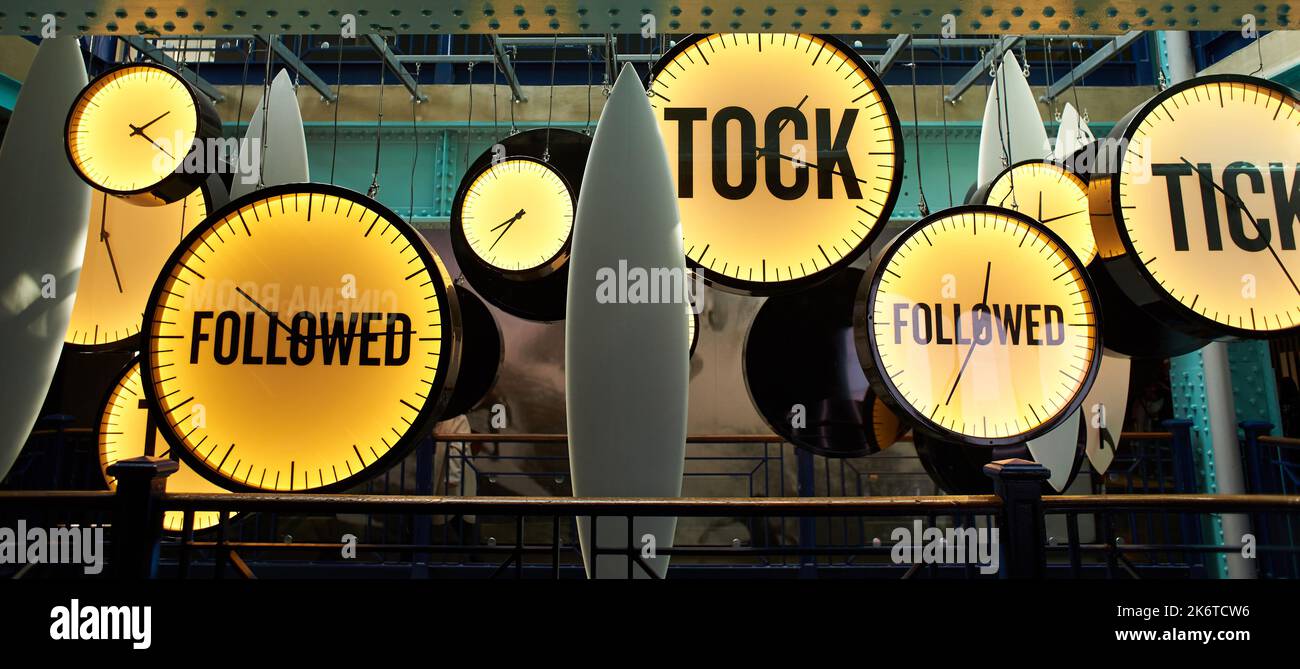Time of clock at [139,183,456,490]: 2:50
